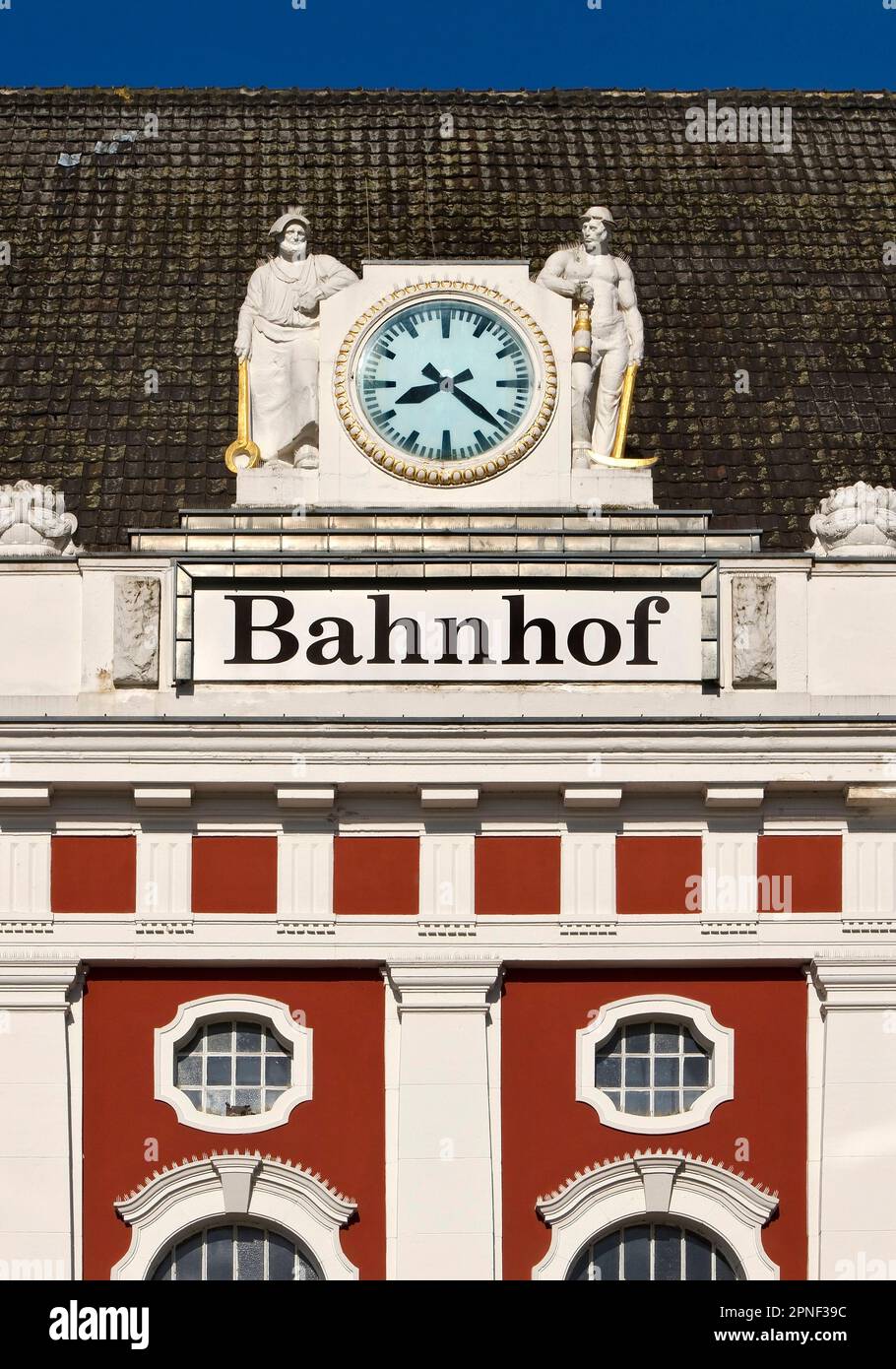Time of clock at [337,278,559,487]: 8:21
